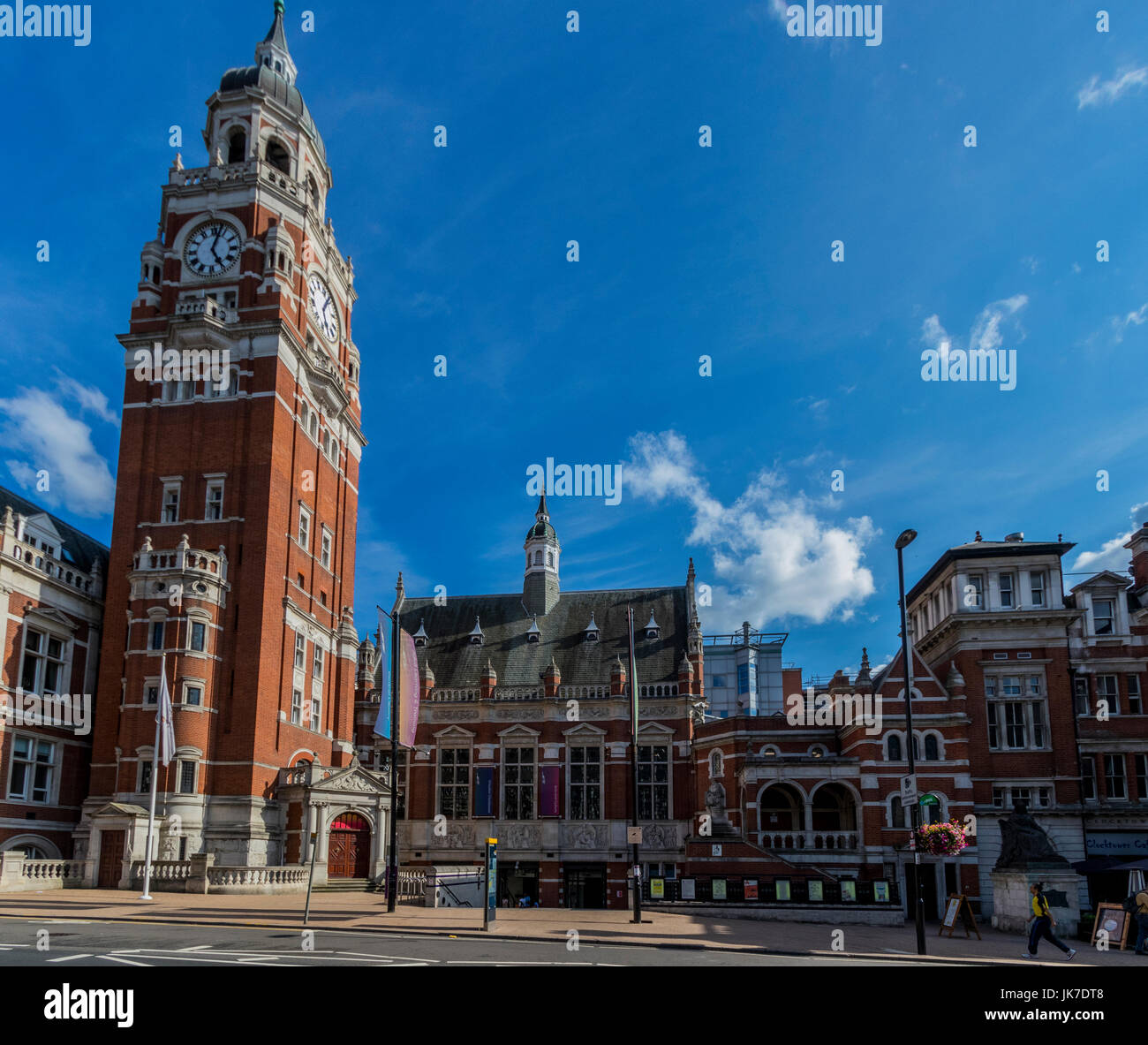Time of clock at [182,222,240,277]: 5:02
